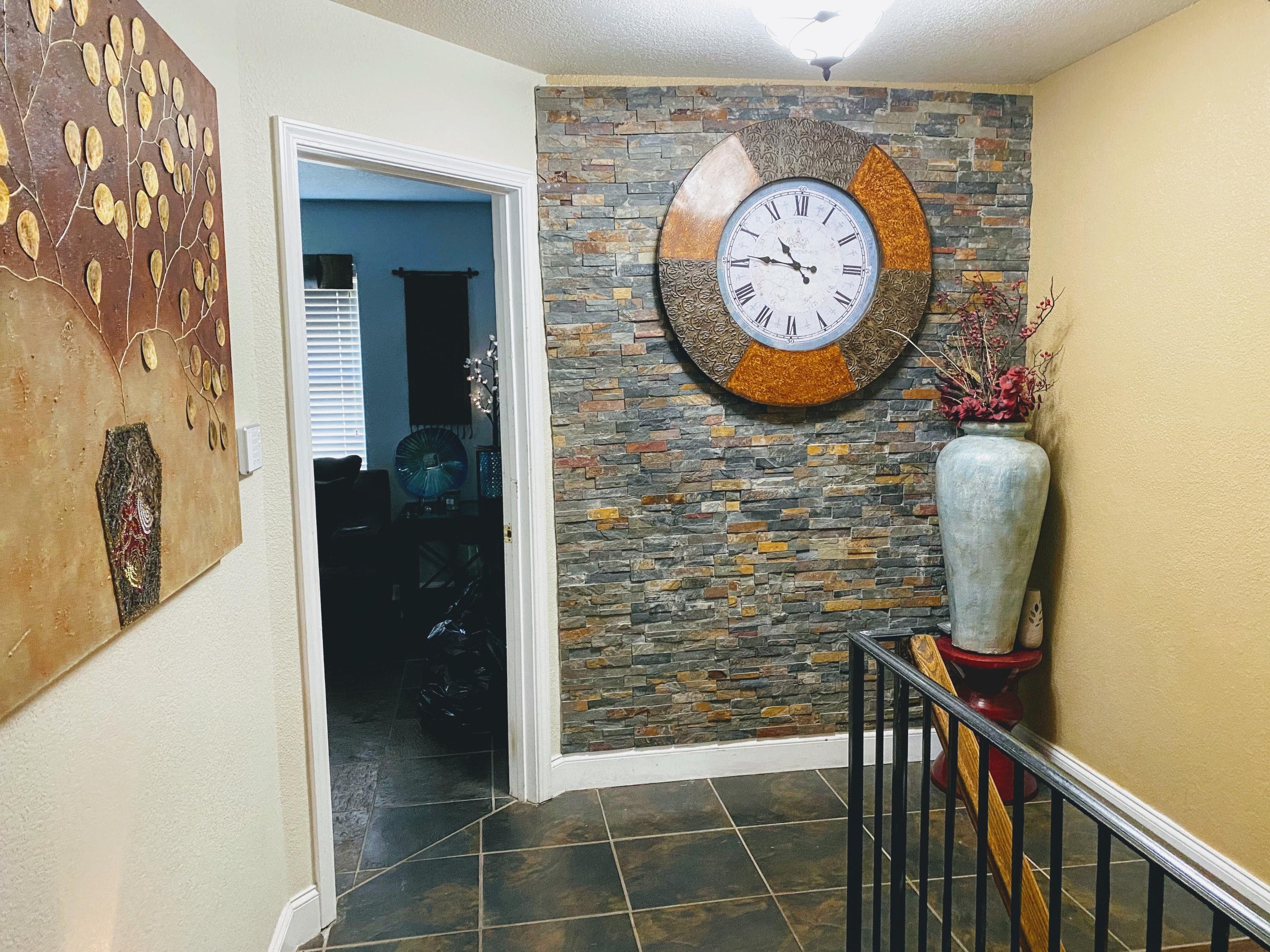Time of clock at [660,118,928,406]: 10:45
